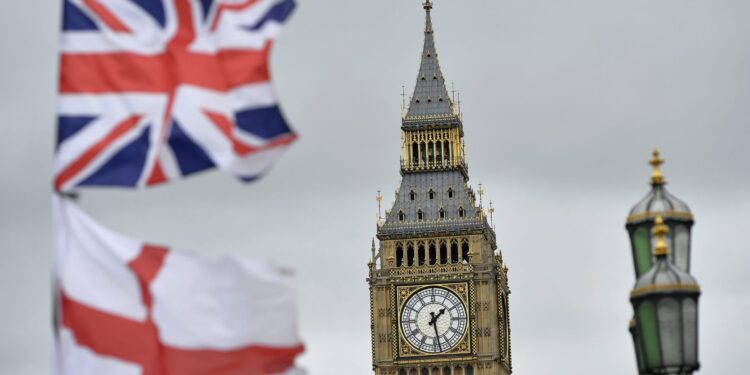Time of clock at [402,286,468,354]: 1:28
